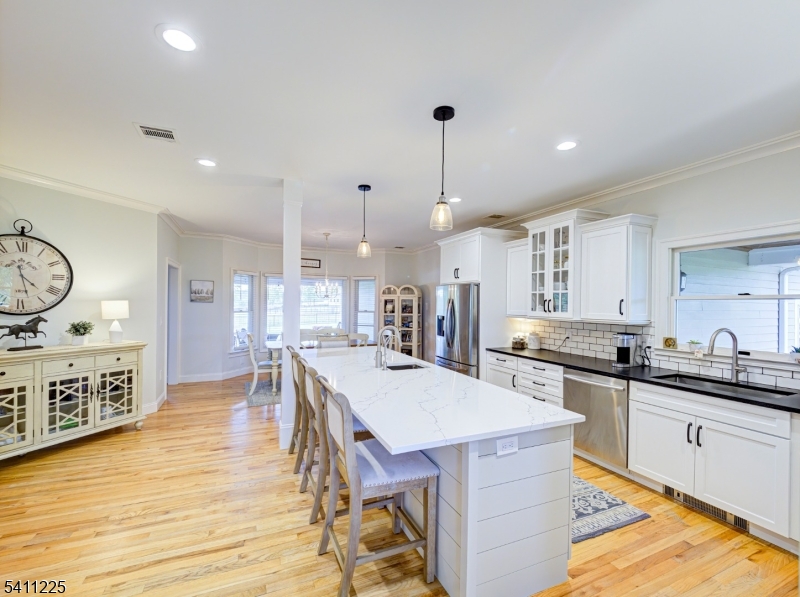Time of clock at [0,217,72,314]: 4:27
